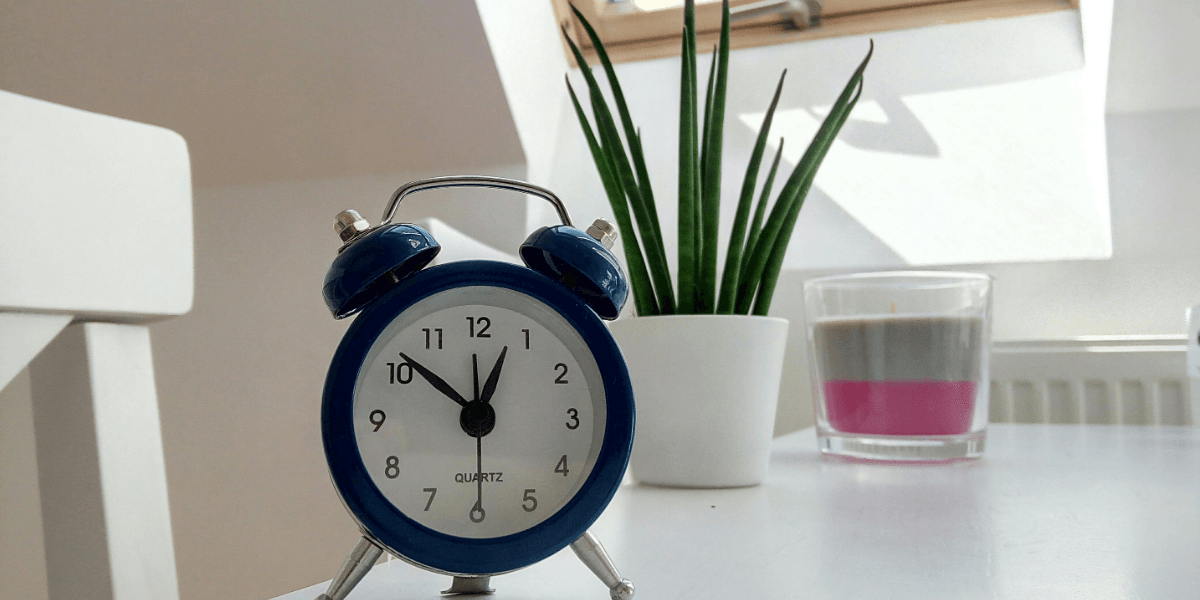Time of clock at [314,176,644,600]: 12:51
